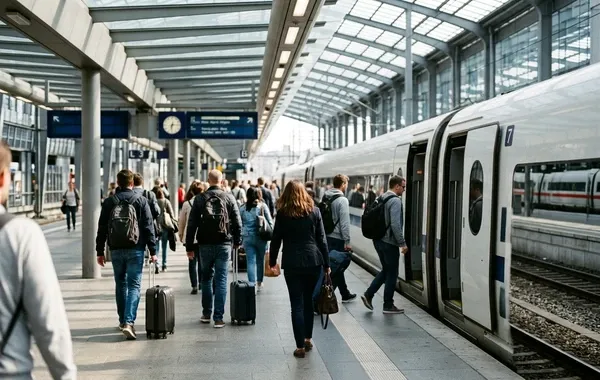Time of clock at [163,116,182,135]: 6:14
